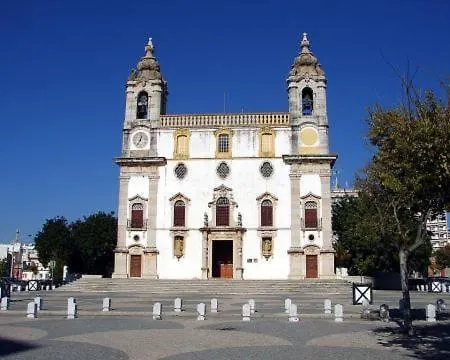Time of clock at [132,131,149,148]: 12:34
